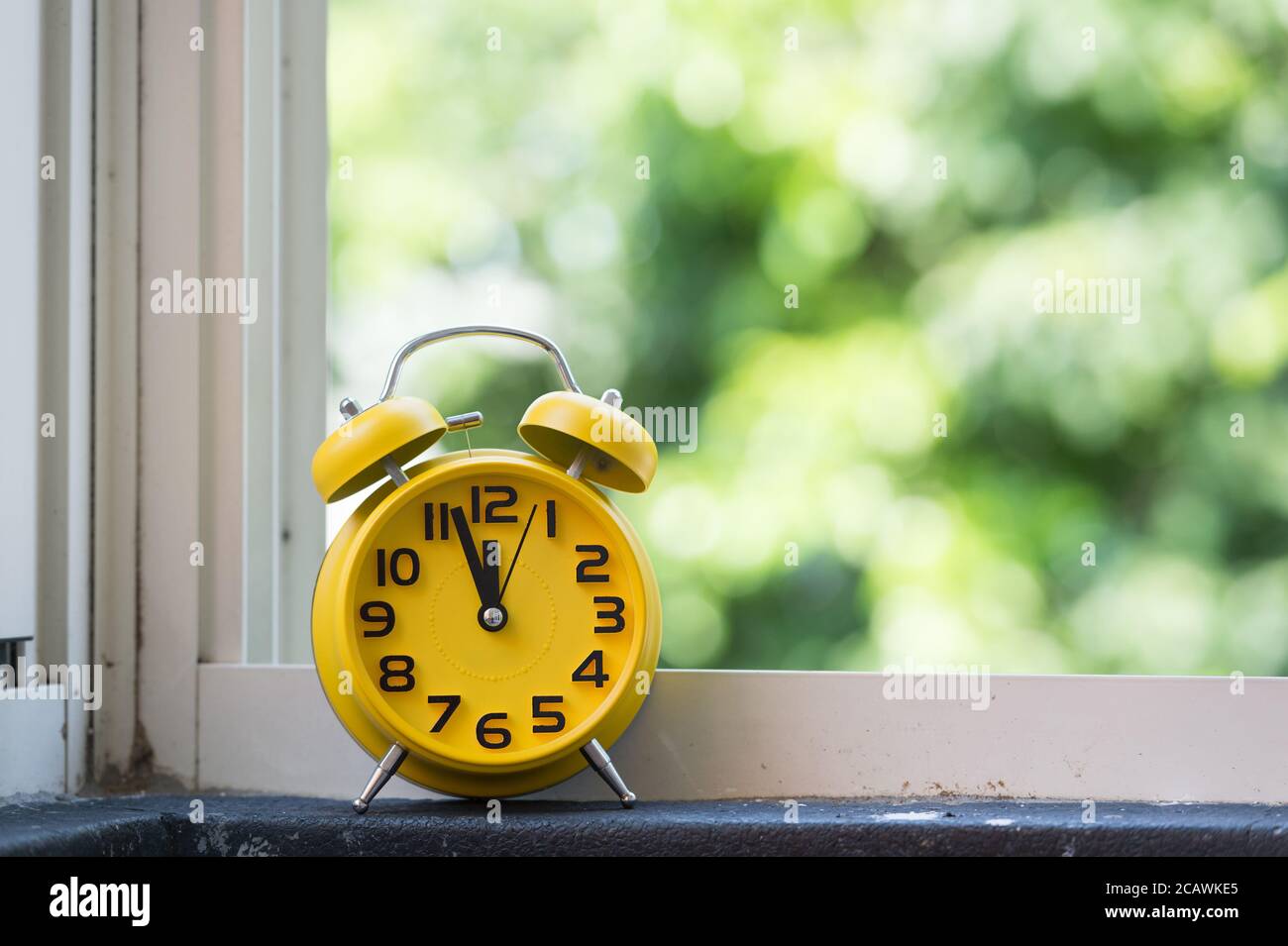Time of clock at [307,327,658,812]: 11:56
